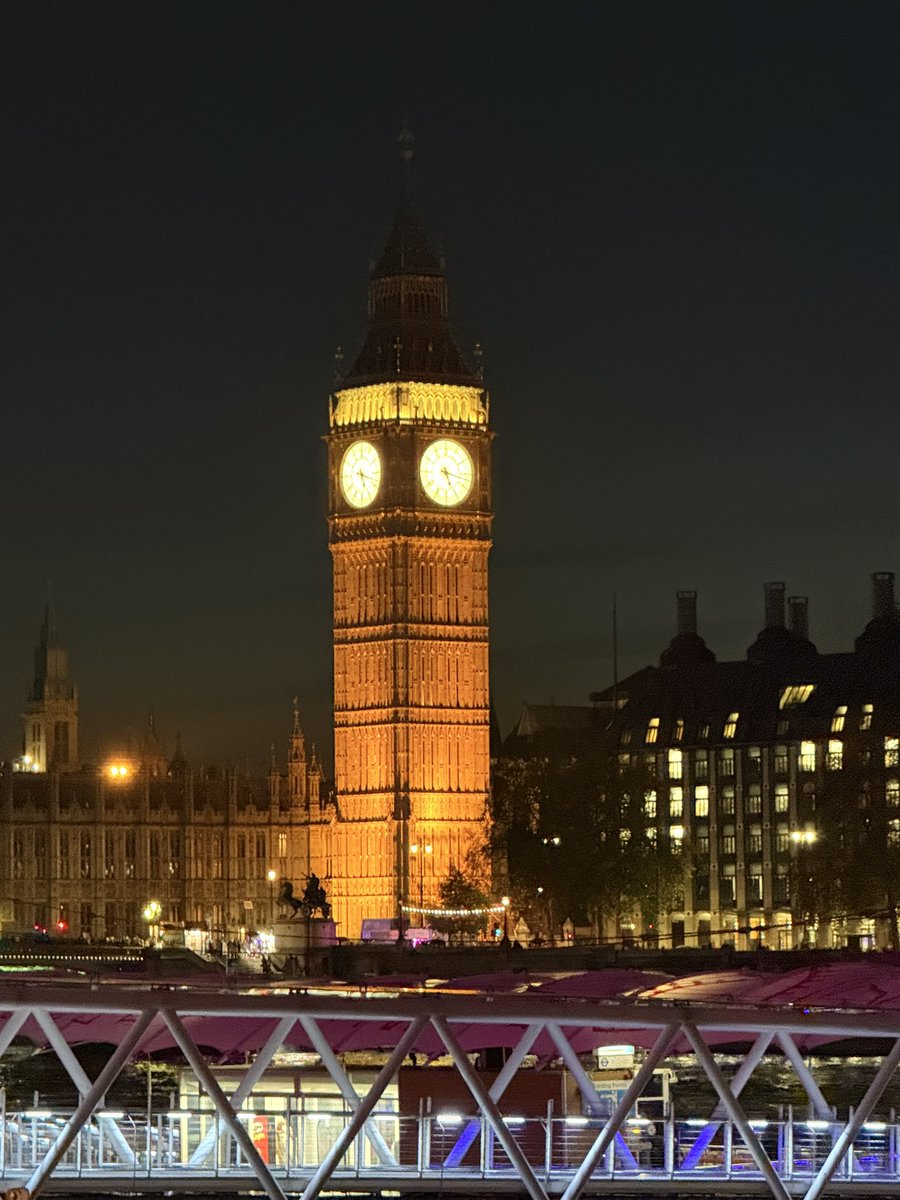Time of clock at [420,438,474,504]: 5:17
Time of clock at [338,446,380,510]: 5:17
